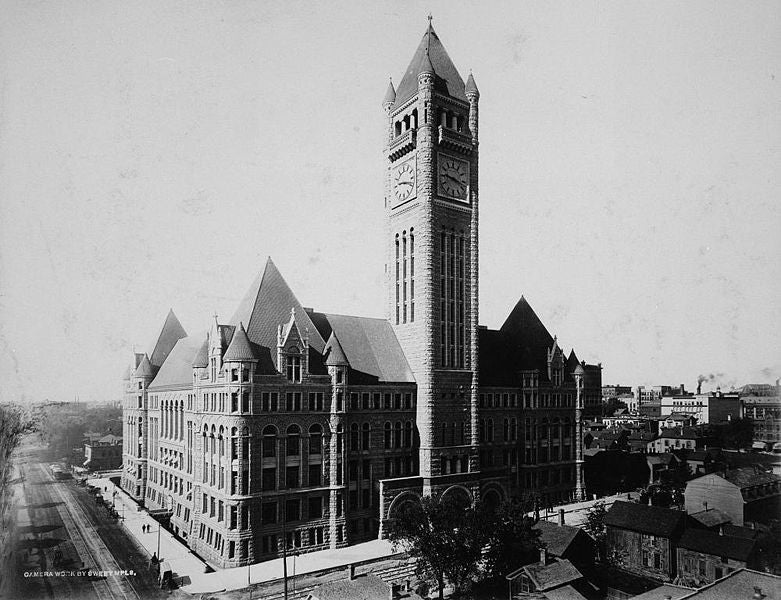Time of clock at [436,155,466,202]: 9:17
